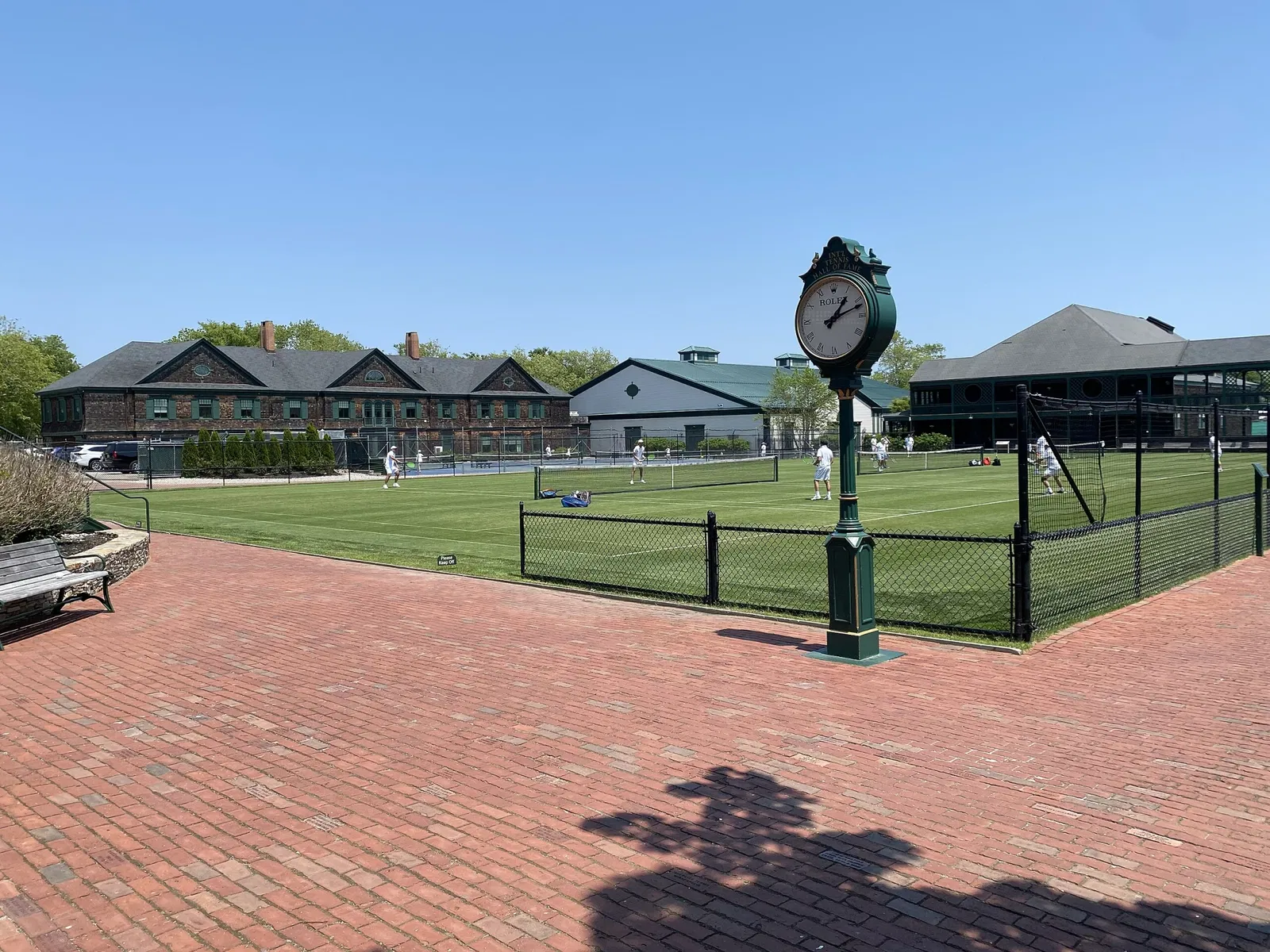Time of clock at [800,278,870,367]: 1:11
